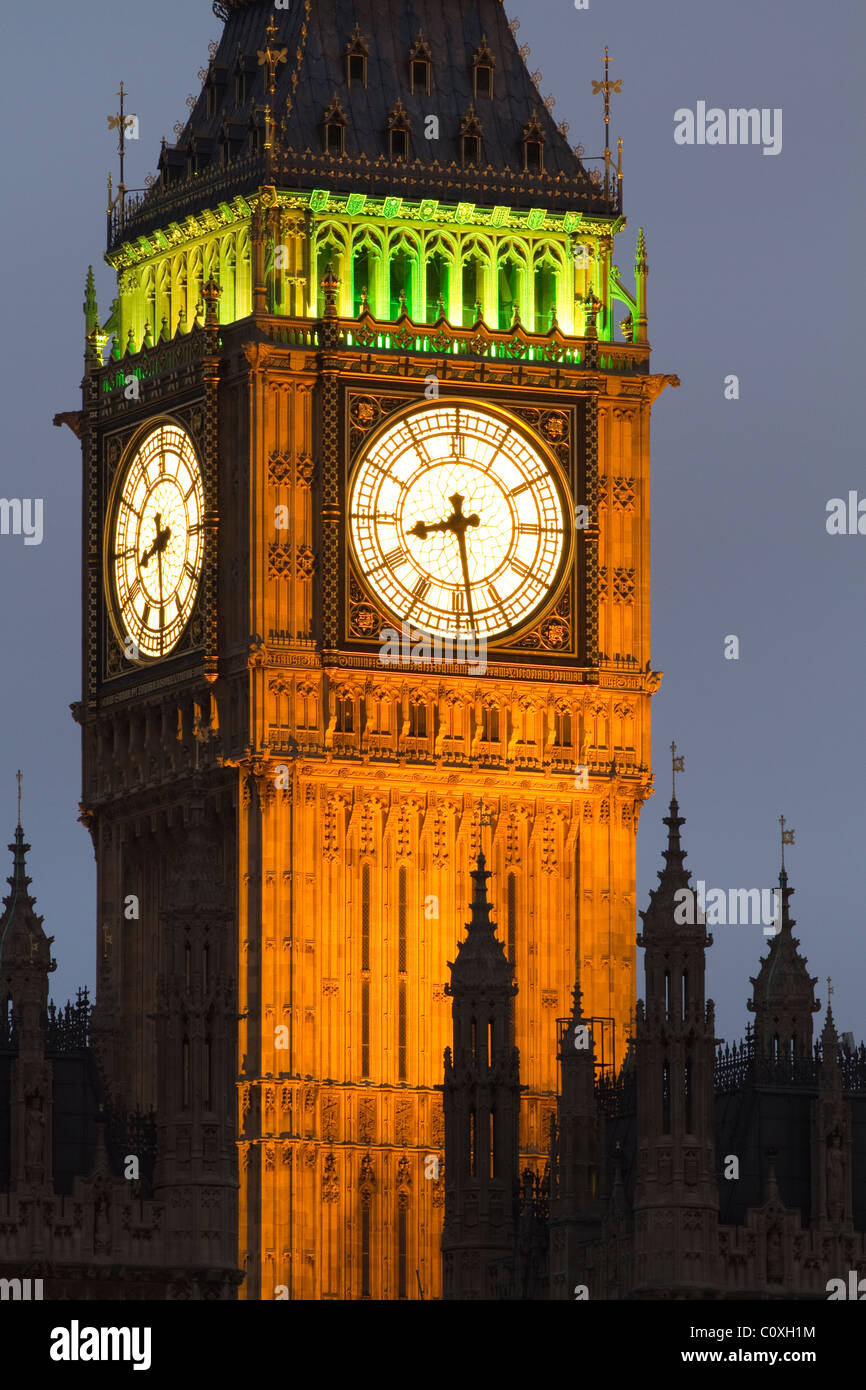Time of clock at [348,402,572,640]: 8:28
